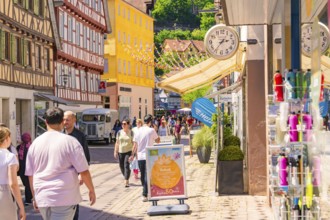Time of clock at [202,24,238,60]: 2:36
